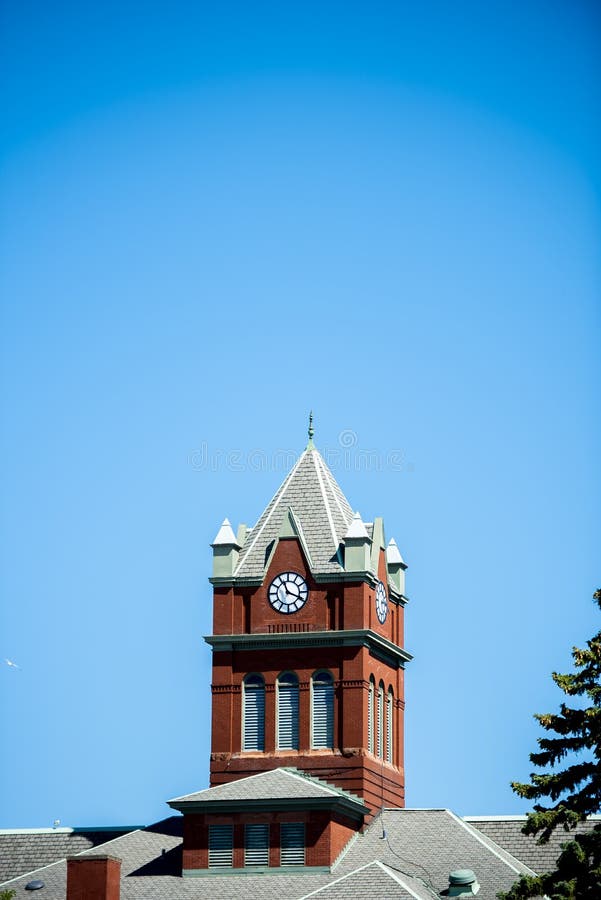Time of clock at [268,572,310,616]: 11:18
